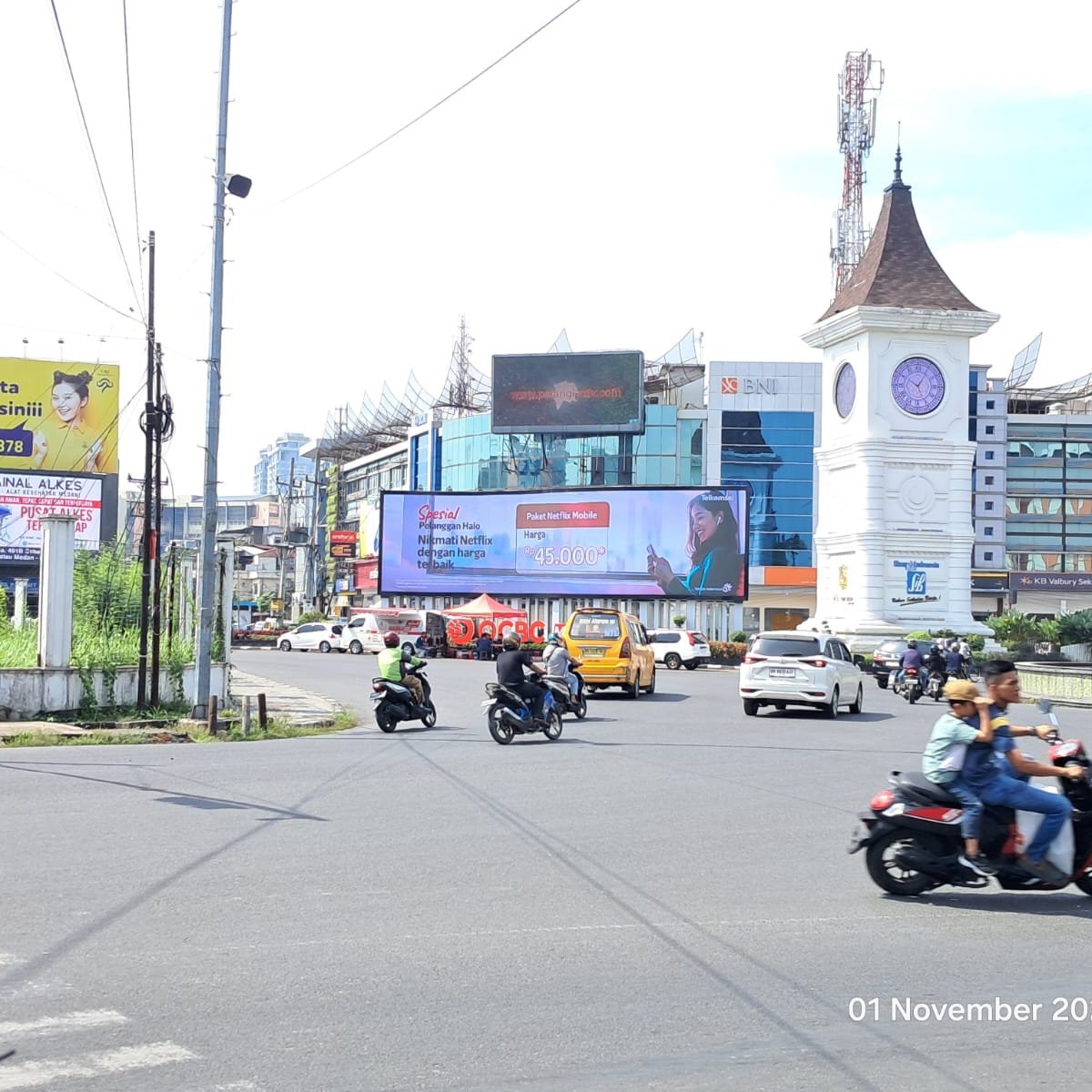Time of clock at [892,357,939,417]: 10:05
